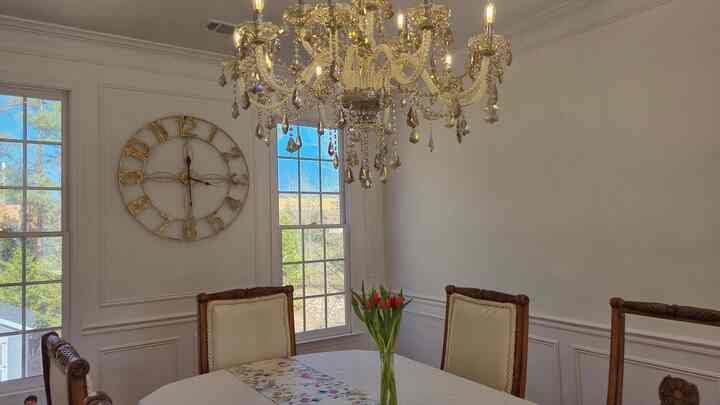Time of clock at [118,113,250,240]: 3:29
